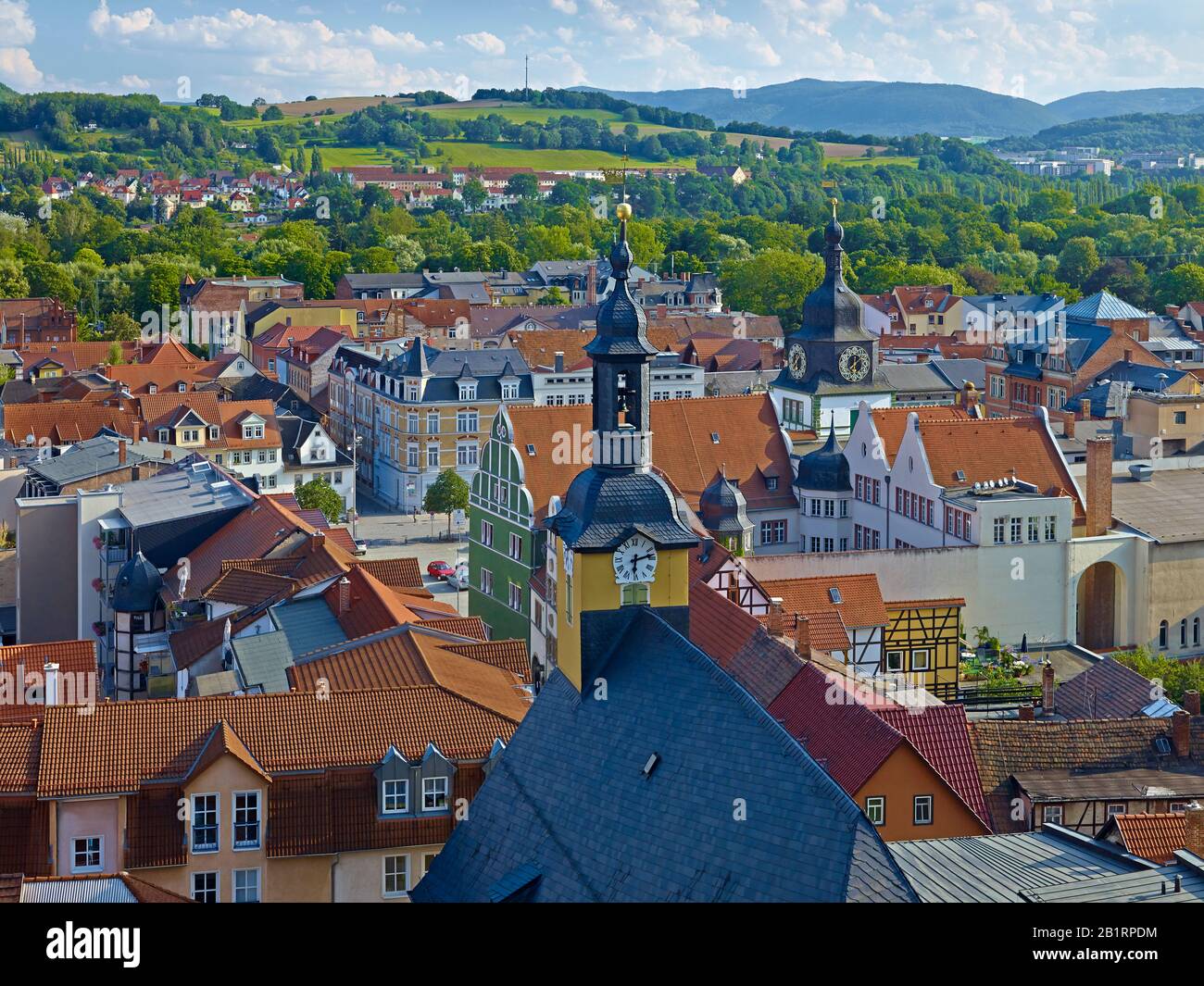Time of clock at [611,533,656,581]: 6:12
